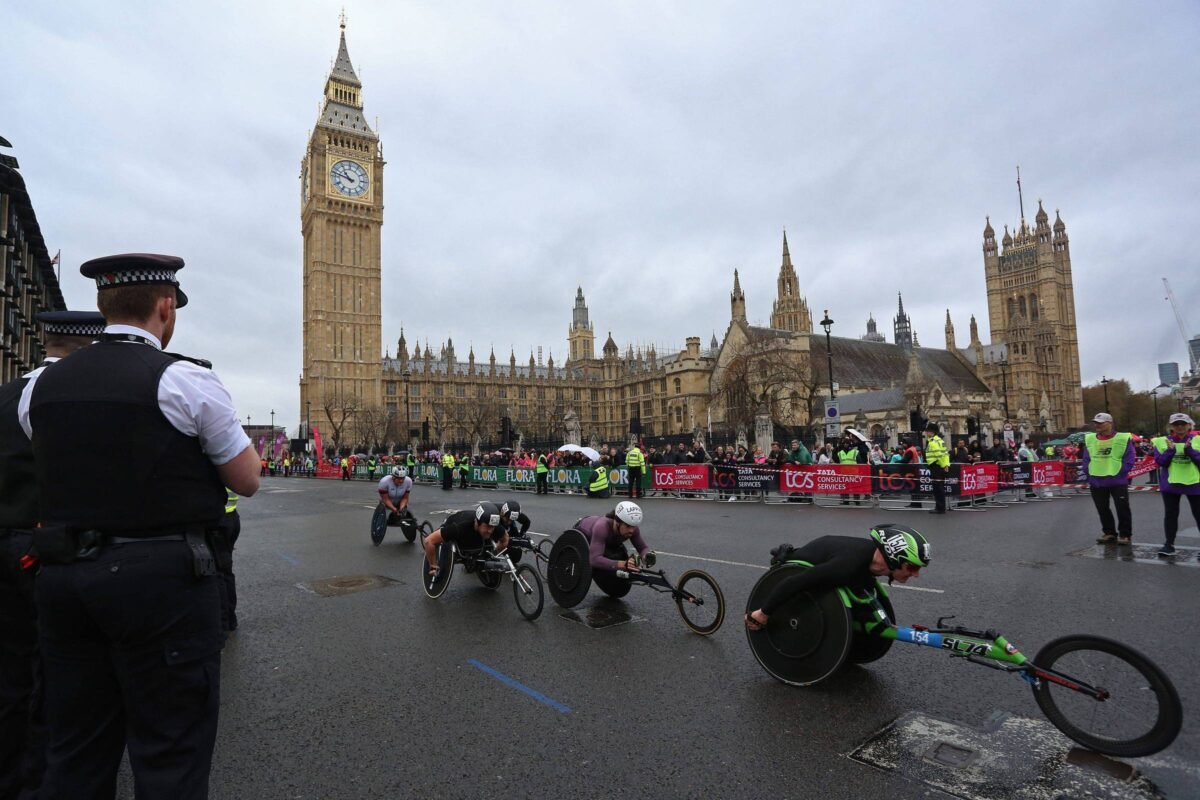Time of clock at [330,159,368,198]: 10:47
